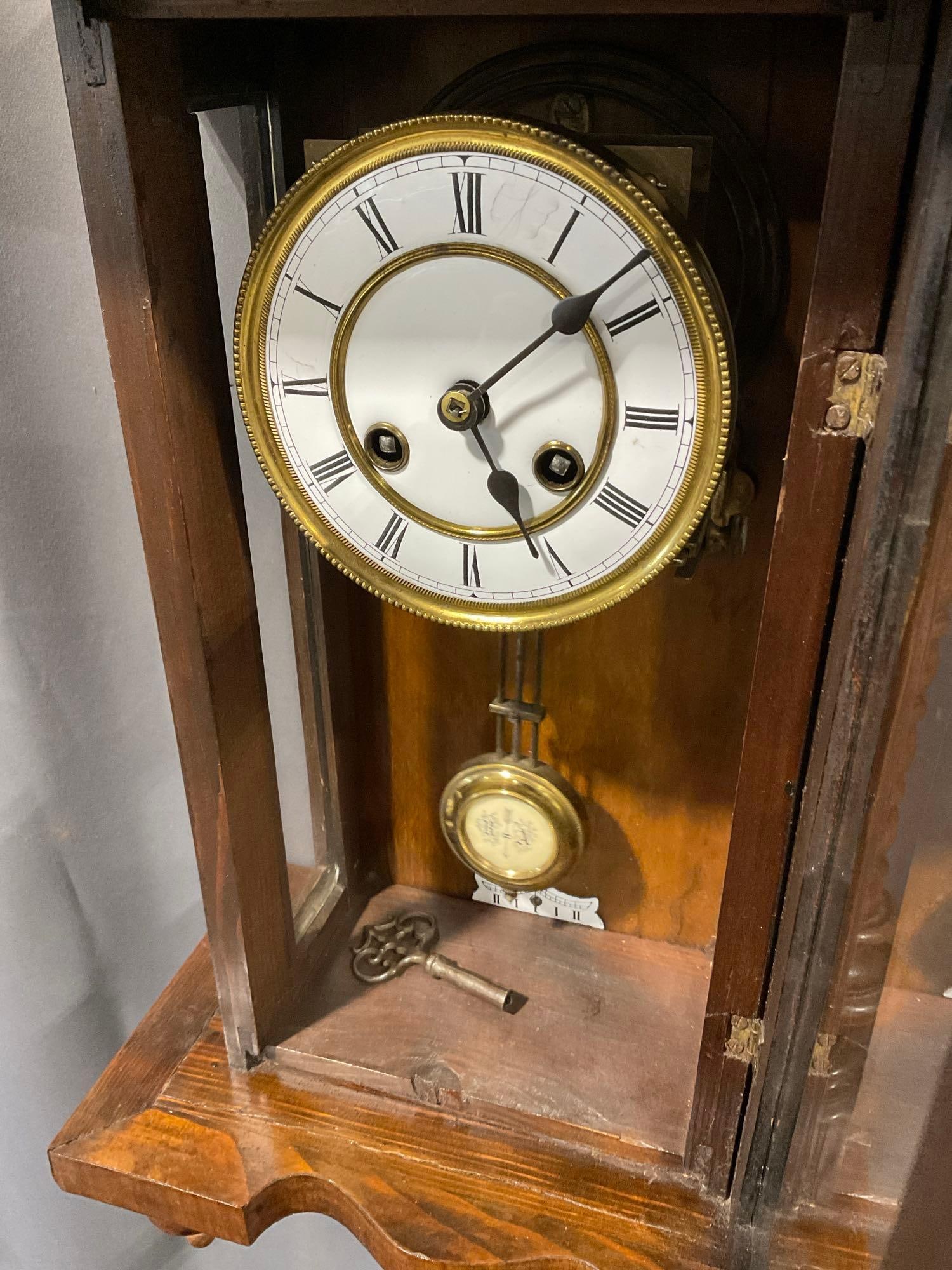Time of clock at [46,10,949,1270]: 5:08
